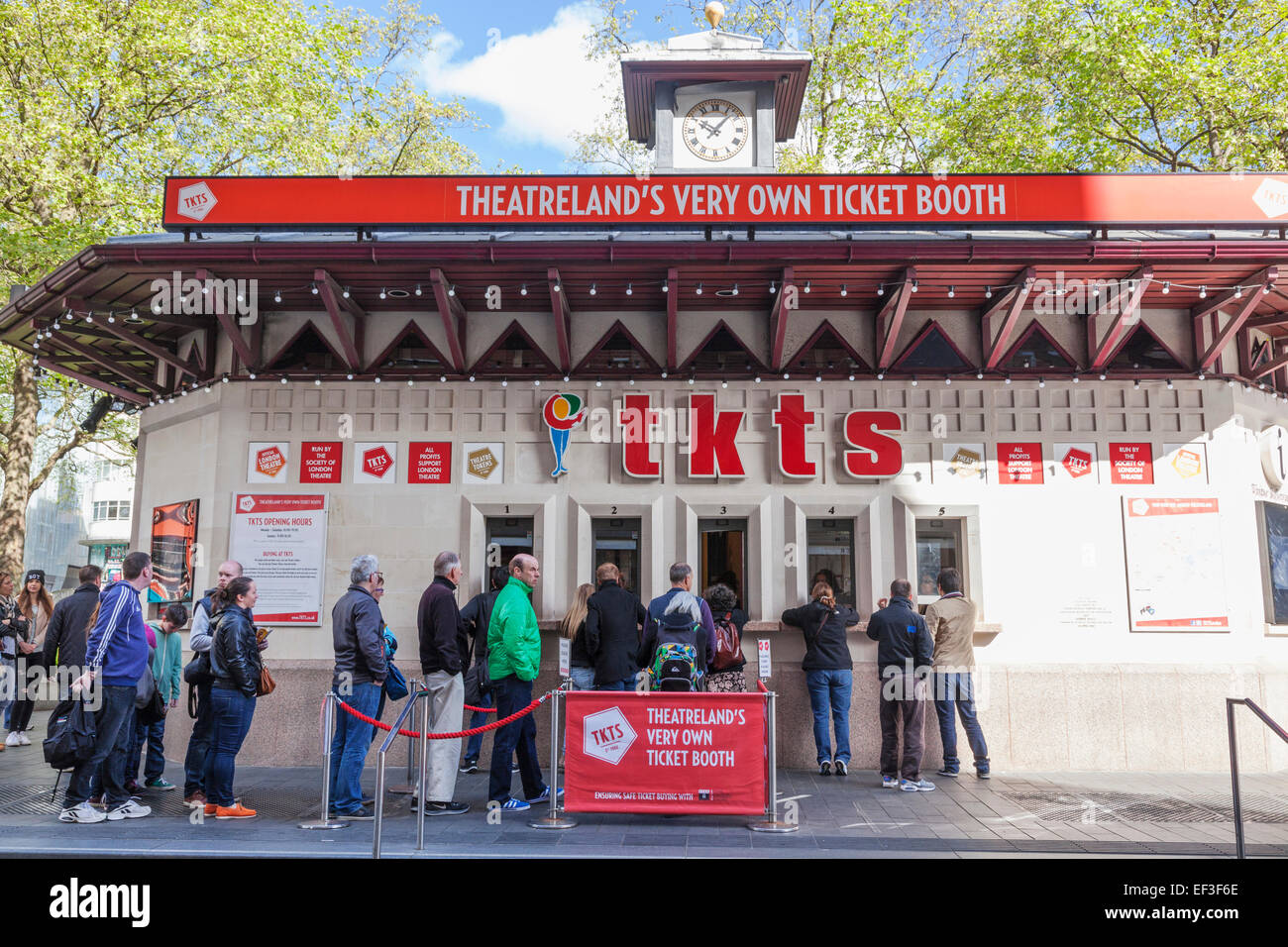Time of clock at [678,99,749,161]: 10:07
